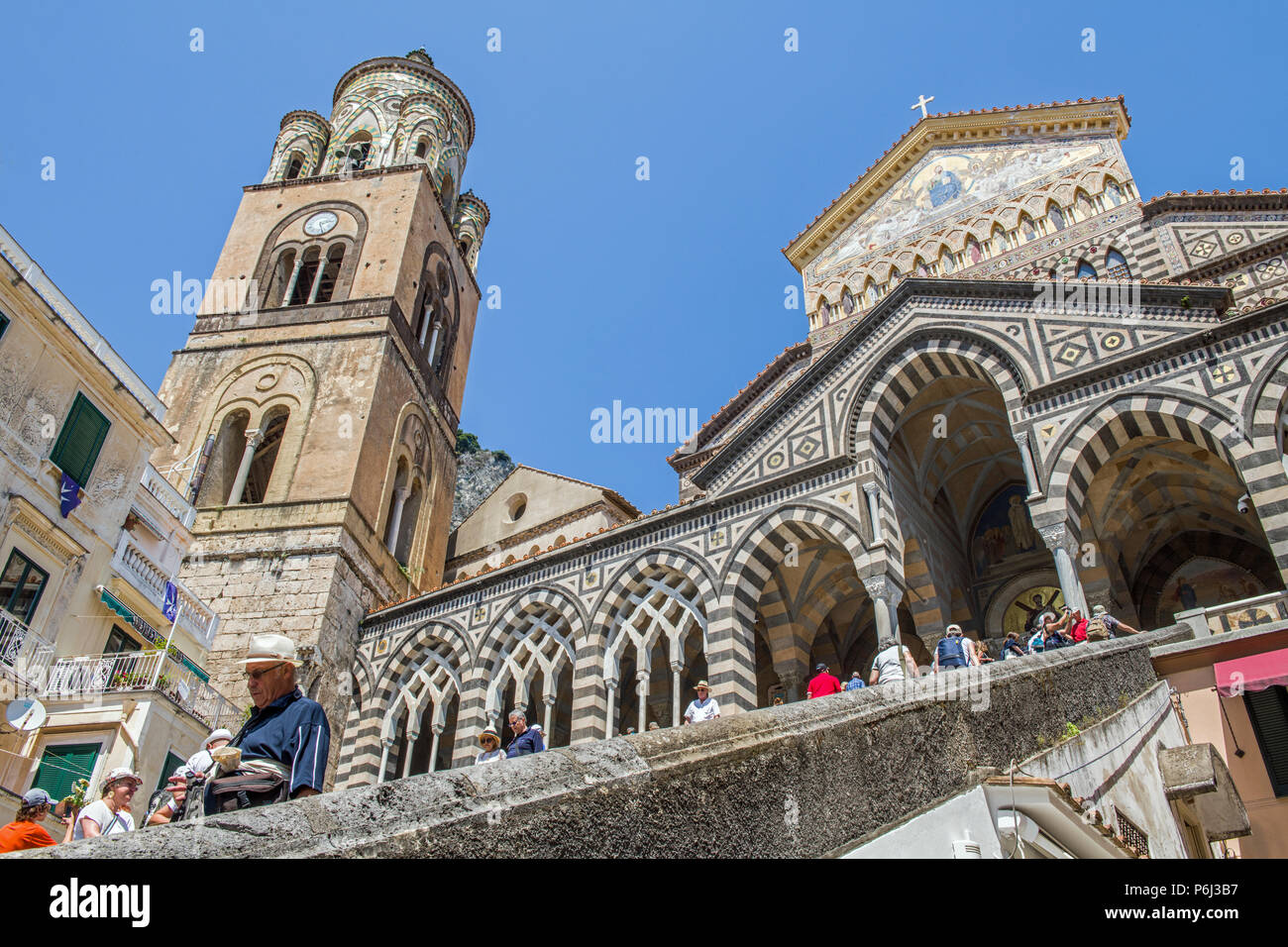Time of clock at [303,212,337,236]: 2:26
